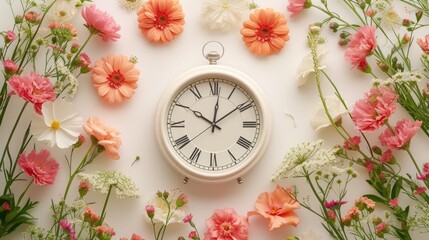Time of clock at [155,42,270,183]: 10:01
